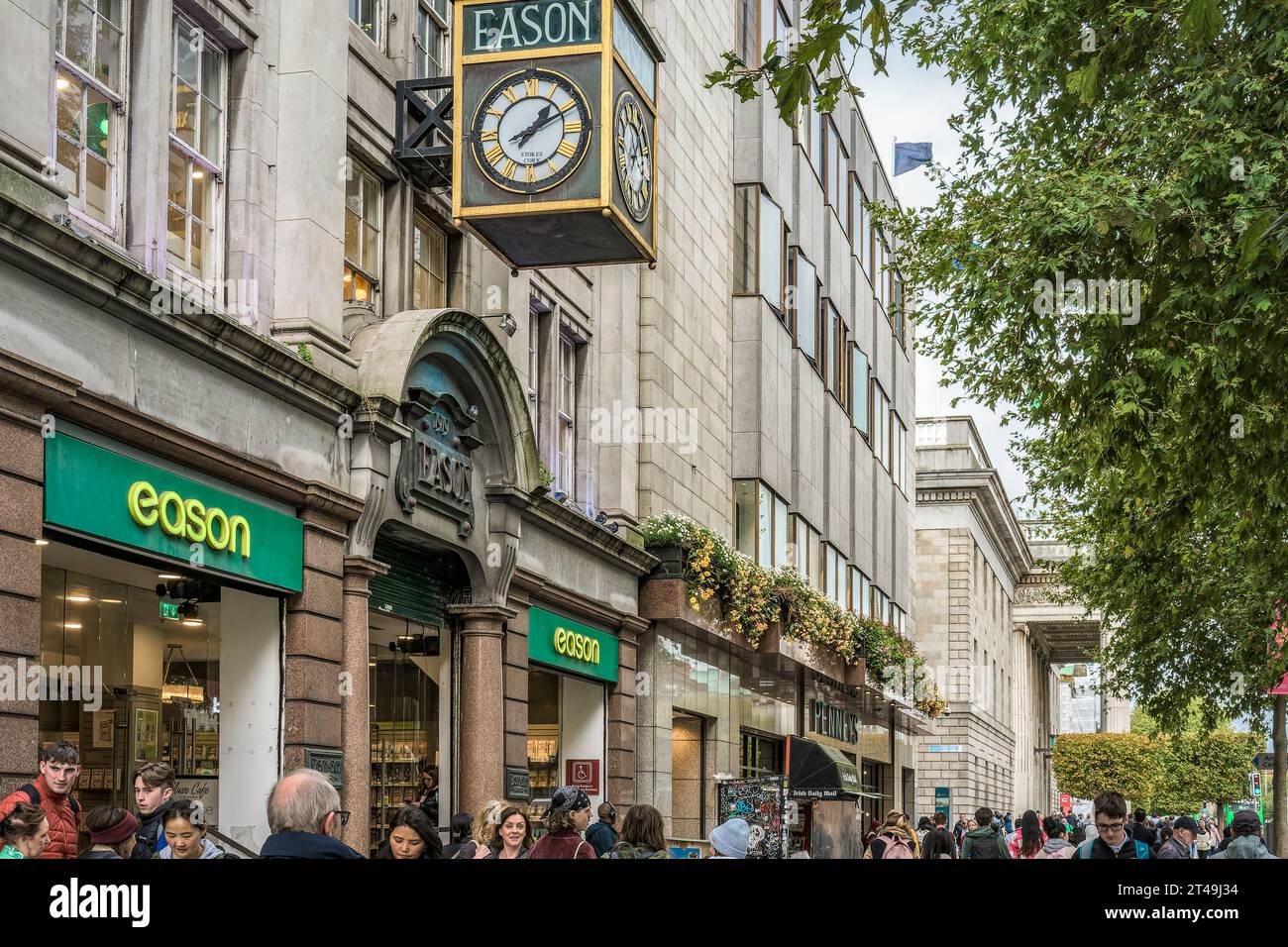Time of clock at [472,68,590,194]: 1:10
